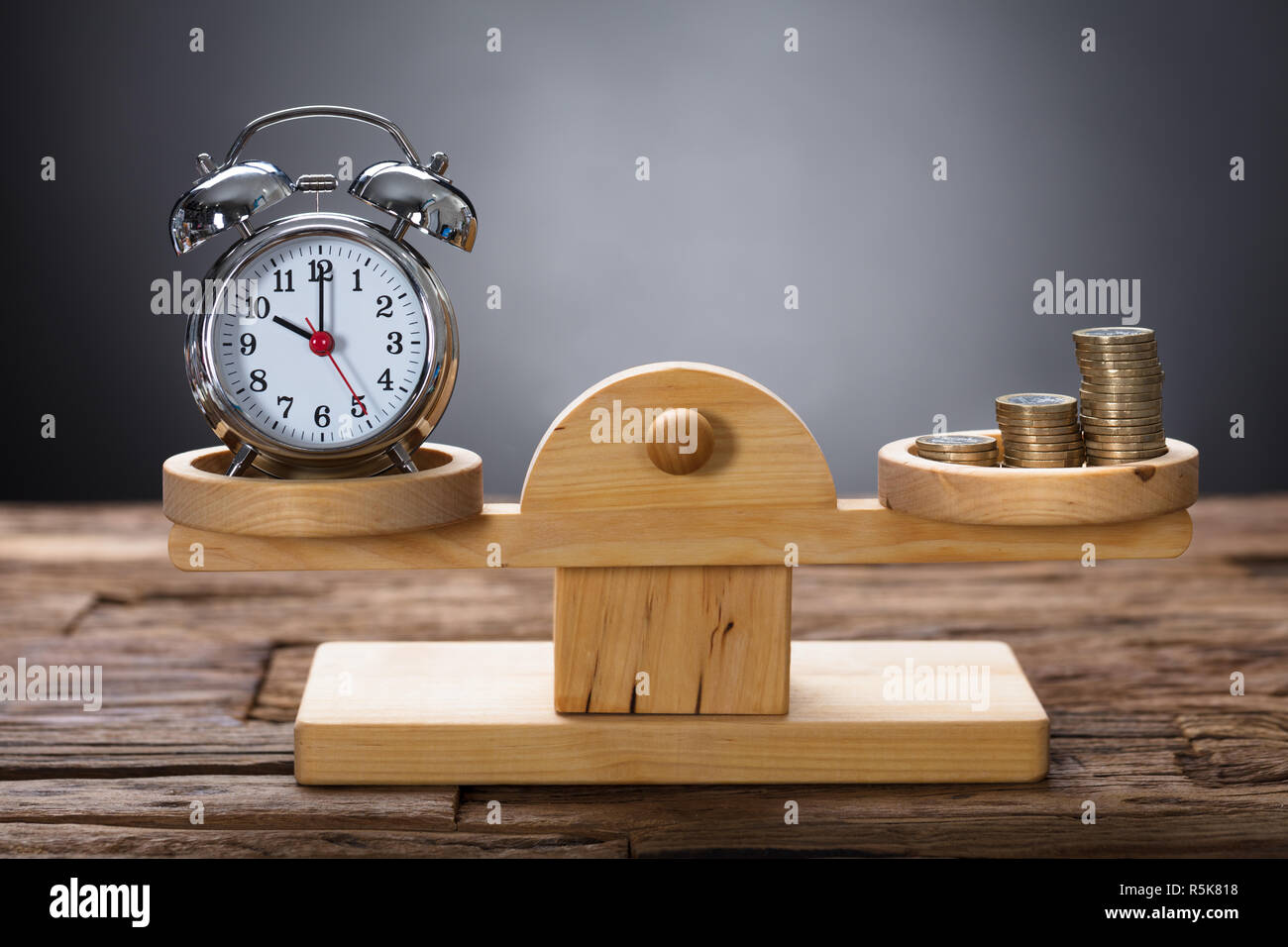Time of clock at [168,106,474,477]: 10:00
